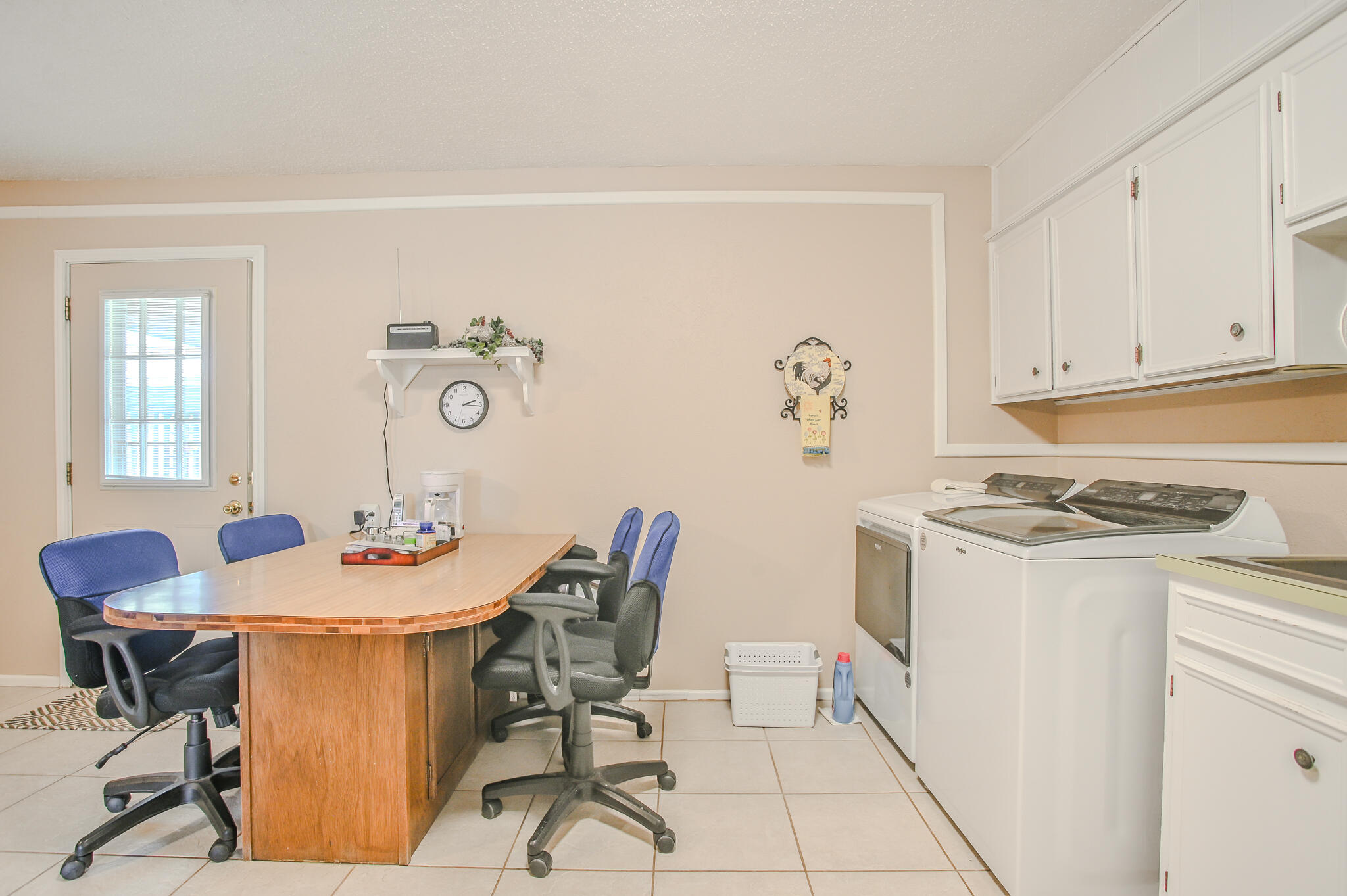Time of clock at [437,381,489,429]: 2:15
